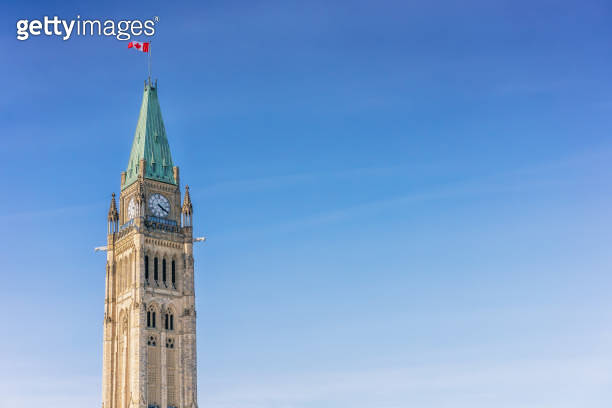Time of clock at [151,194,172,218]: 4:20
